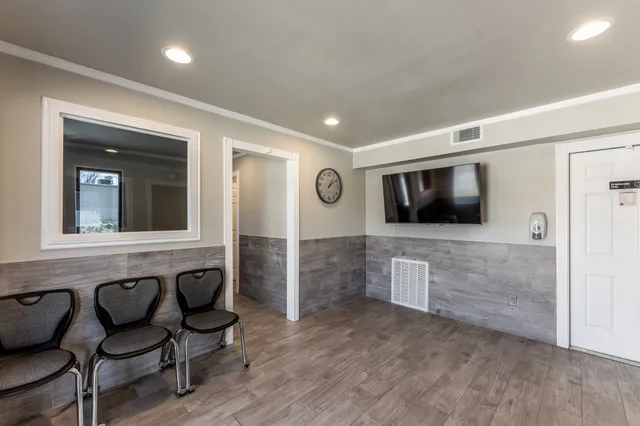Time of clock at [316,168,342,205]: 1:09
